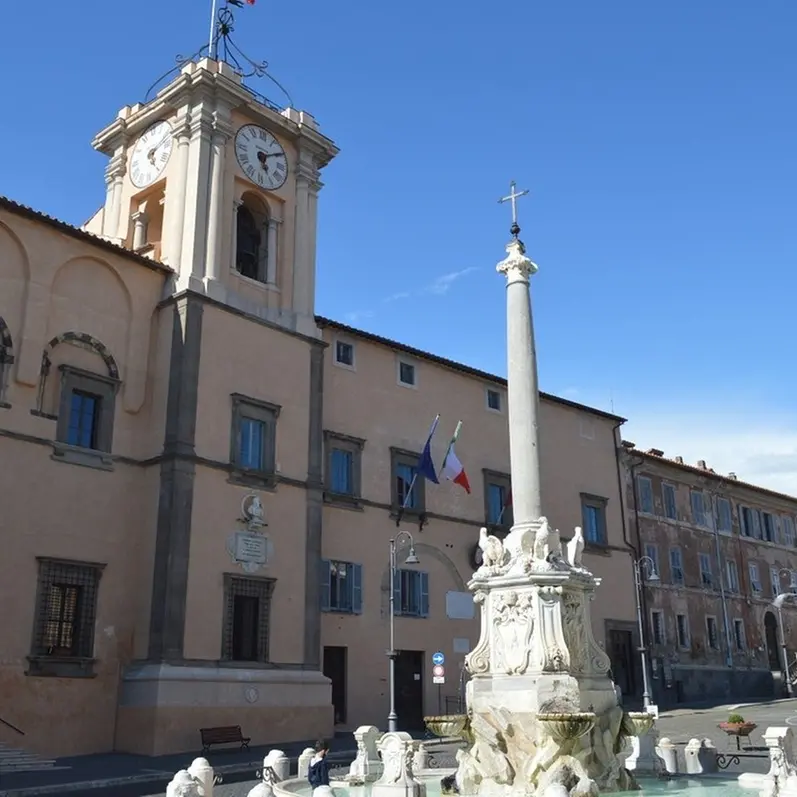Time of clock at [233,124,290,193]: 5:09
